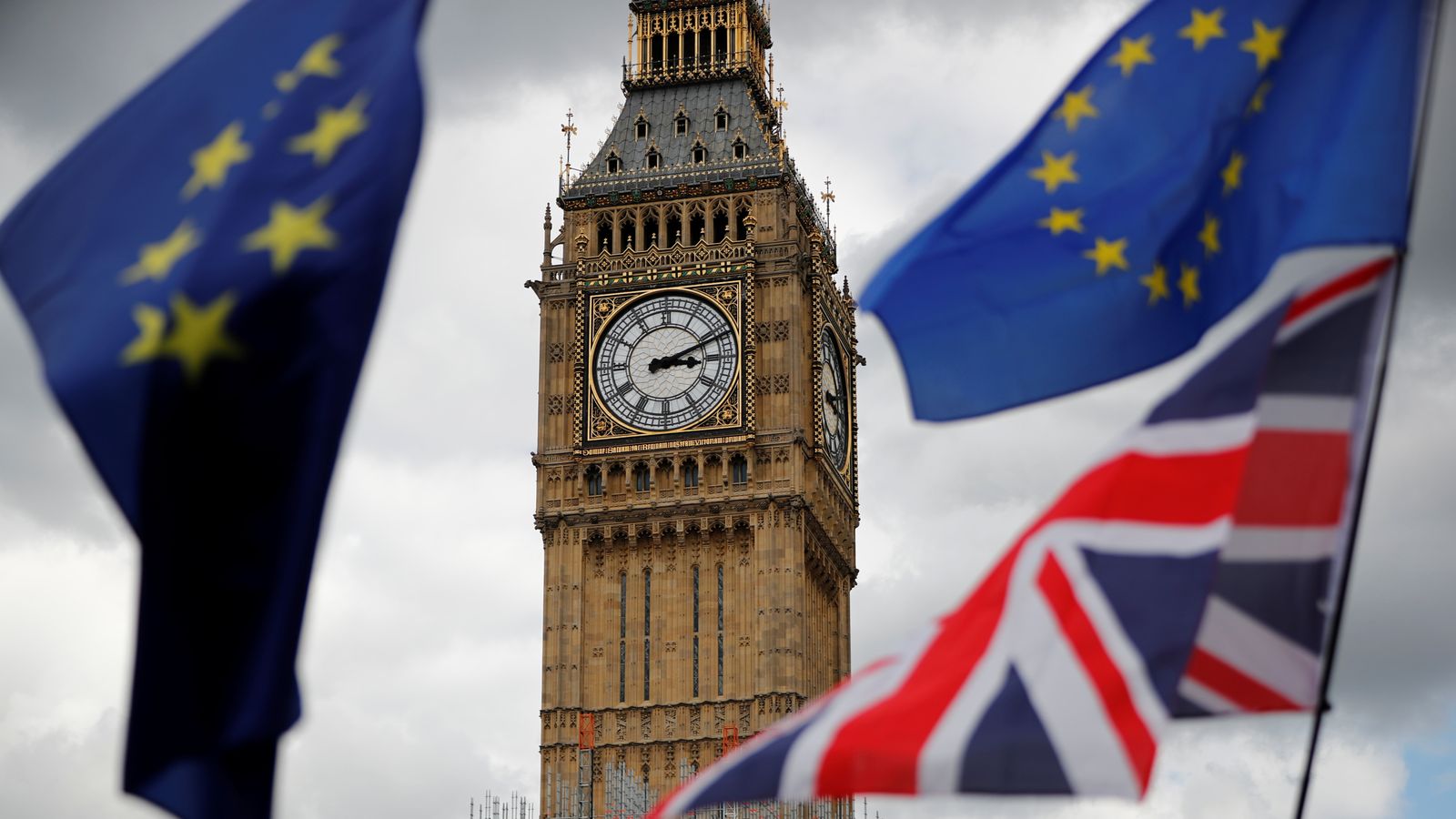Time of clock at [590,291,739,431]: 3:11
